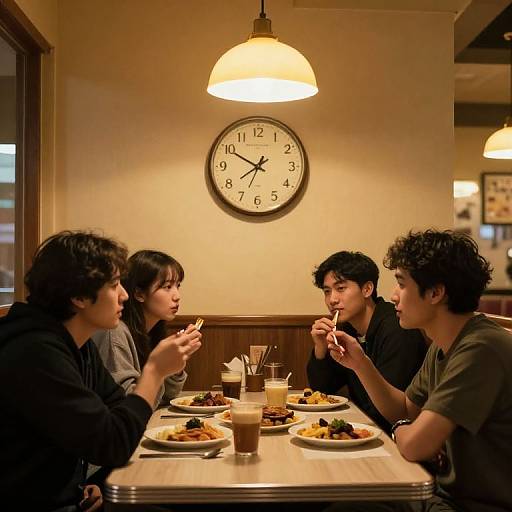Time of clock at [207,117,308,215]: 7:49
